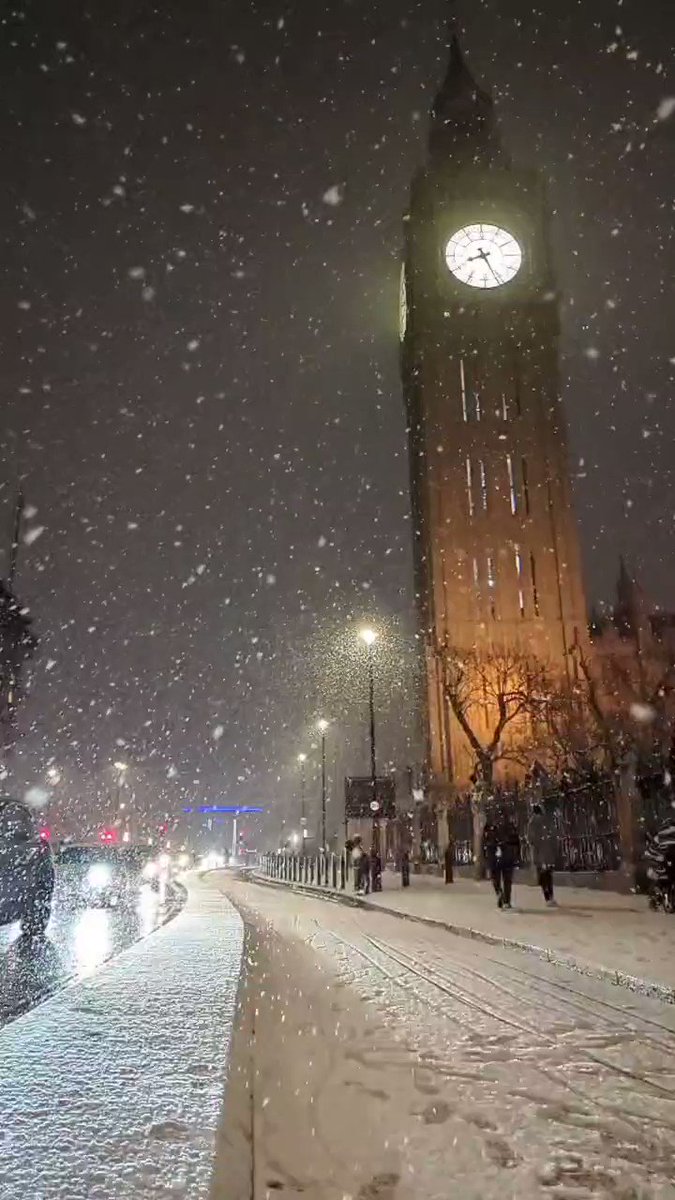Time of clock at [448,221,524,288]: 8:26
